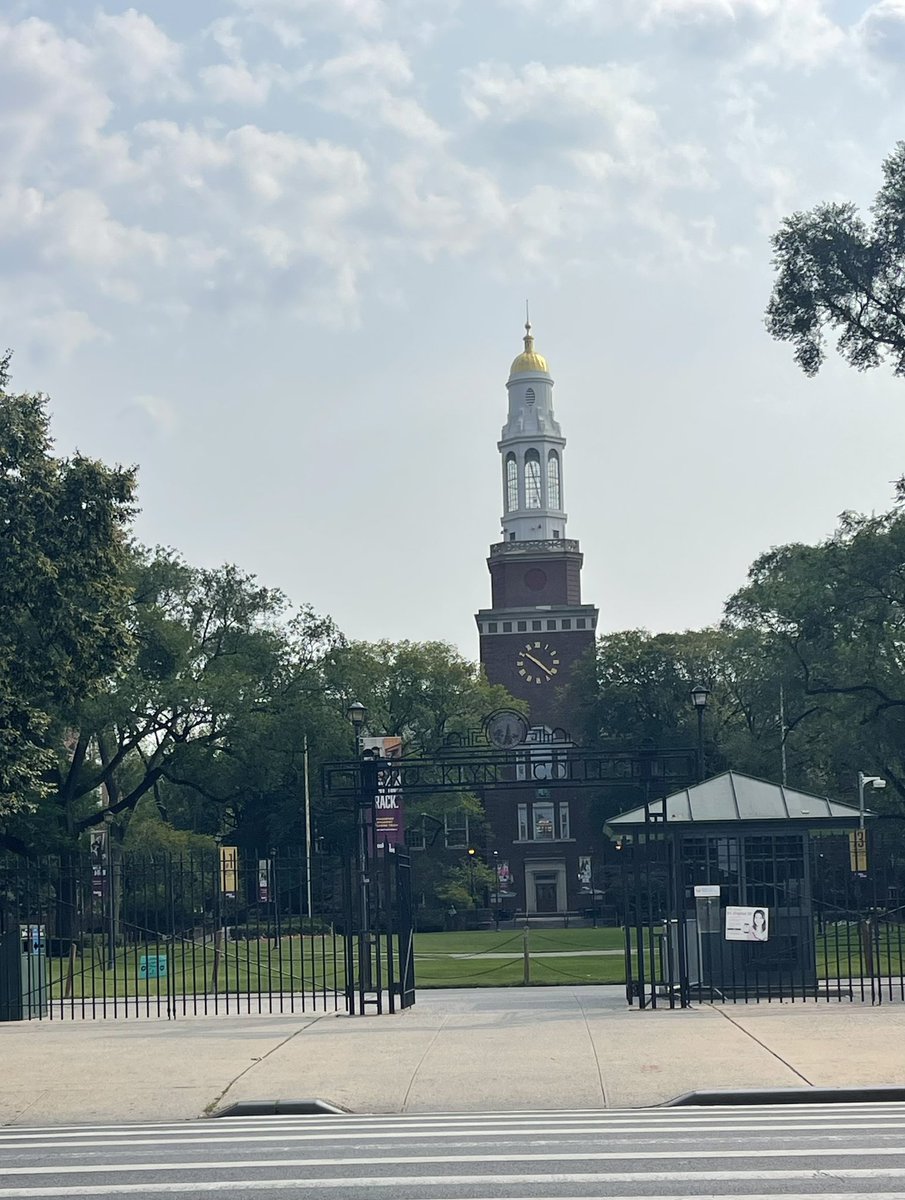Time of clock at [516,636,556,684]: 10:22
